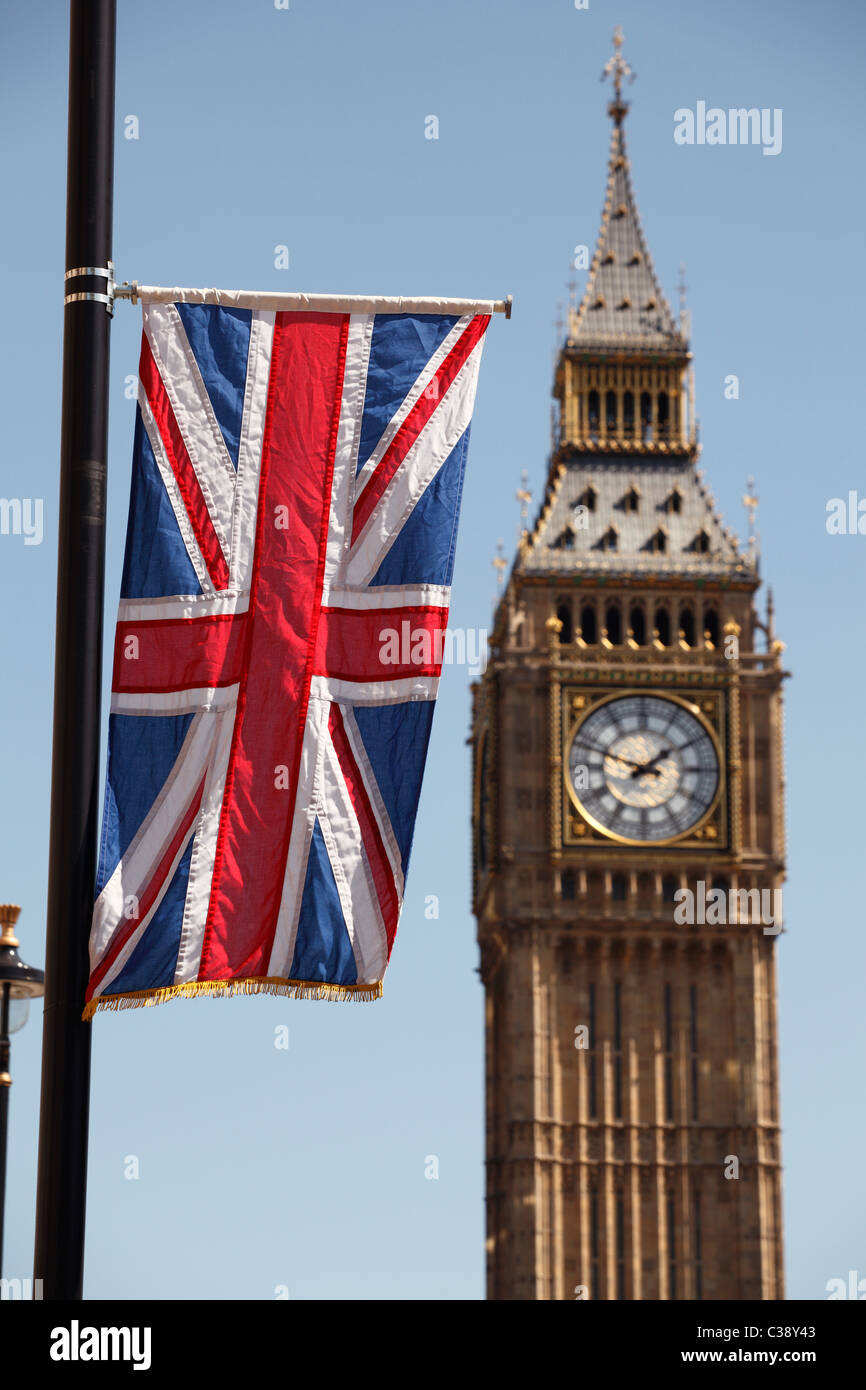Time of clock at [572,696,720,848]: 1:48
